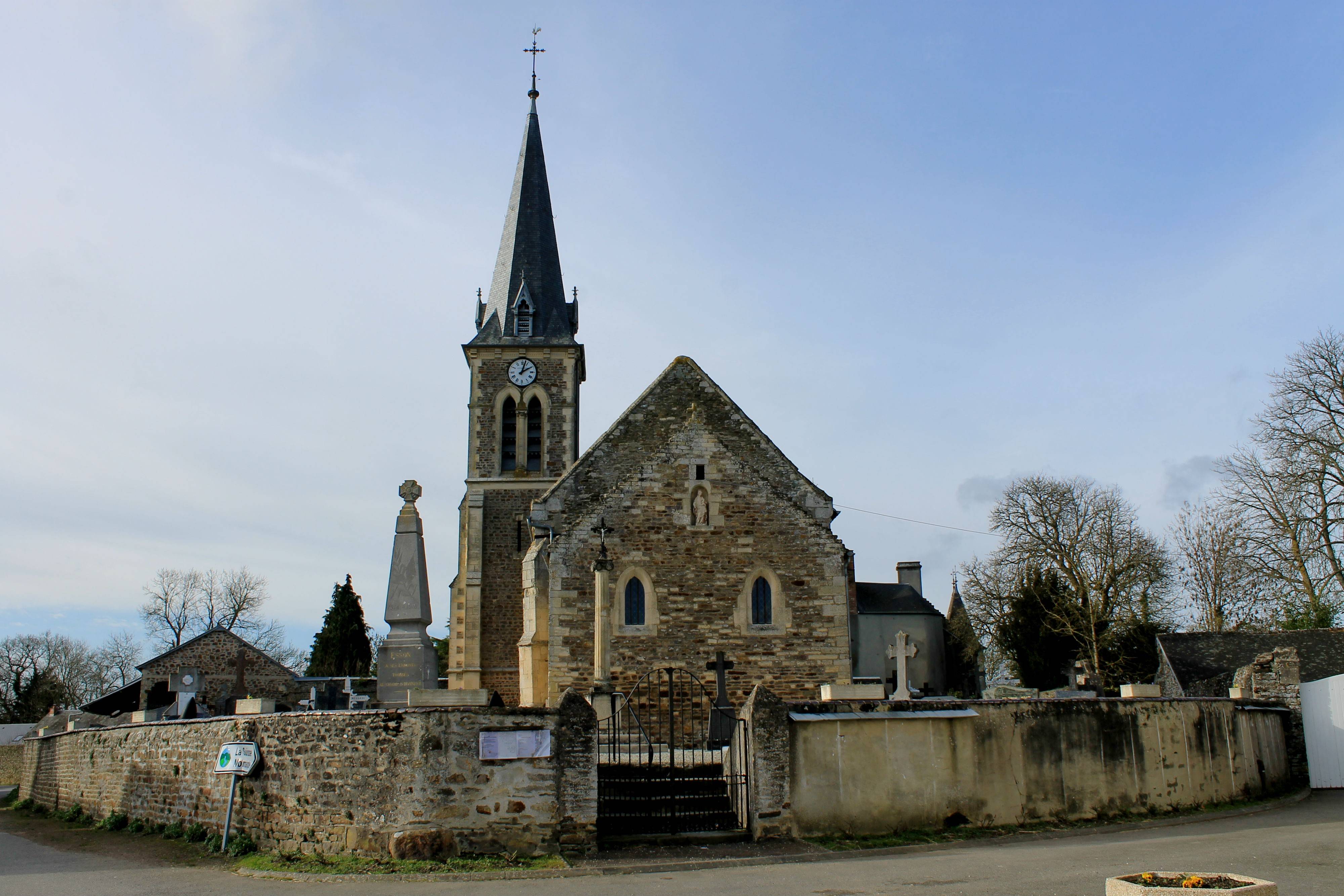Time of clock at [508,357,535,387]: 2:02
